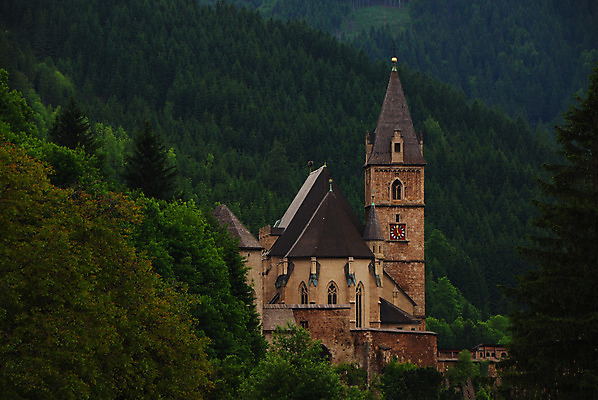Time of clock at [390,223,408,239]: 4:59
